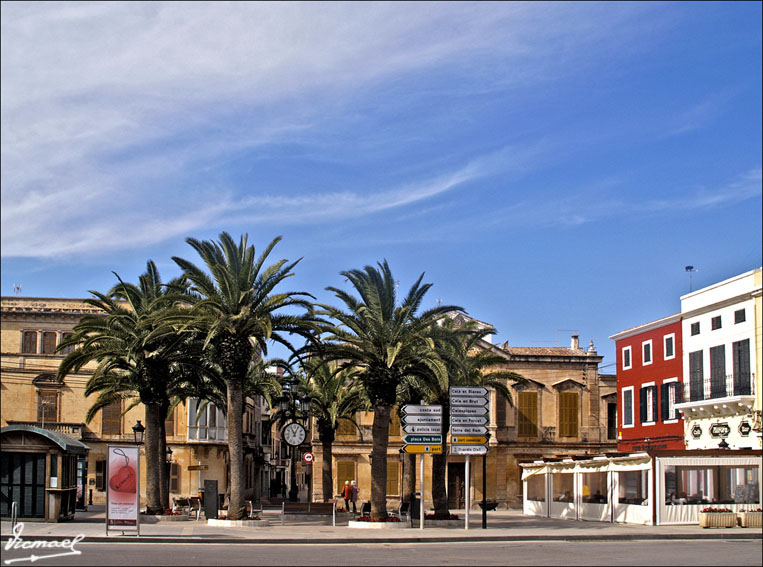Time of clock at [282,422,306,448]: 11:04
